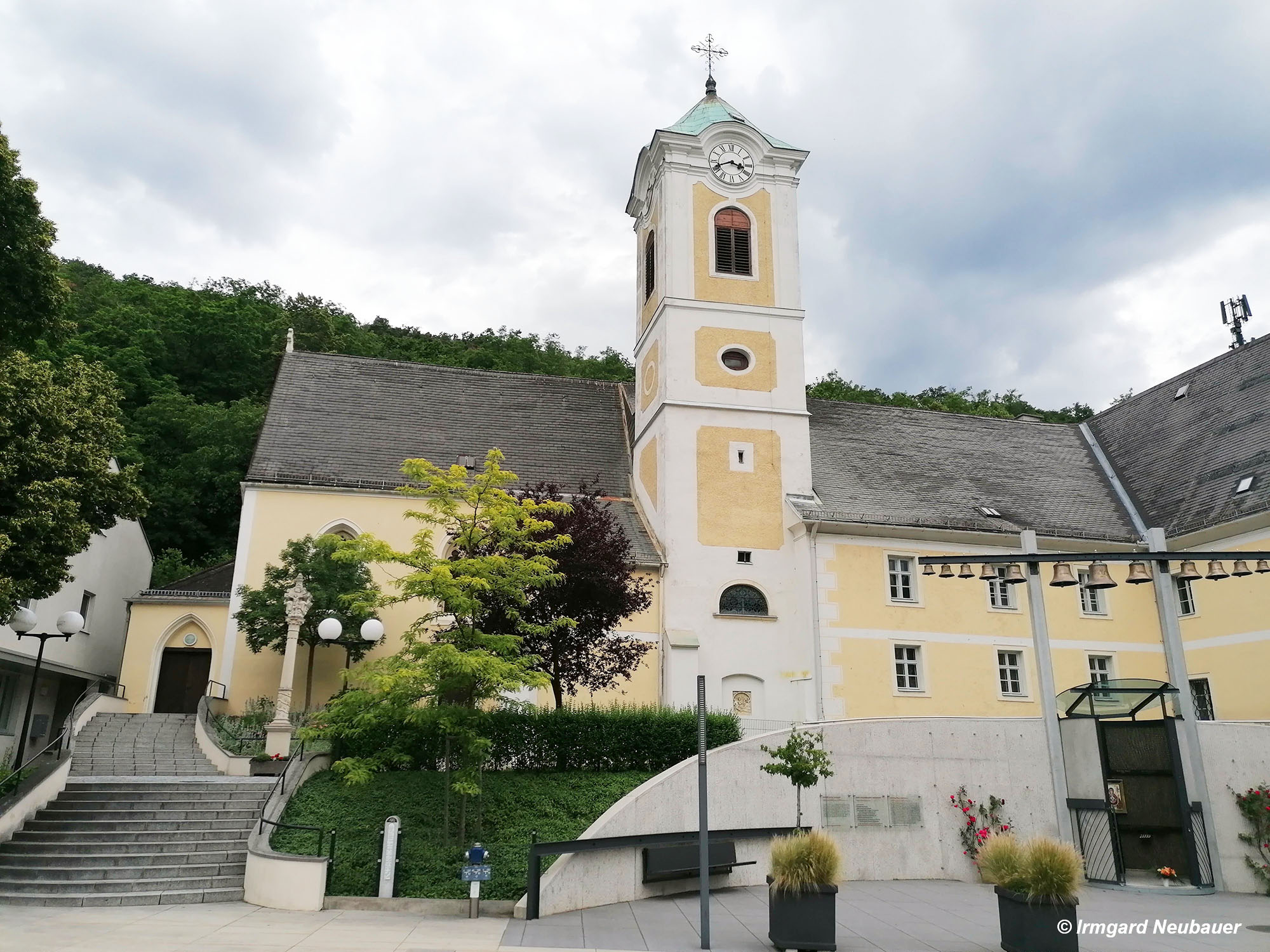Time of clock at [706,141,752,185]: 3:41
